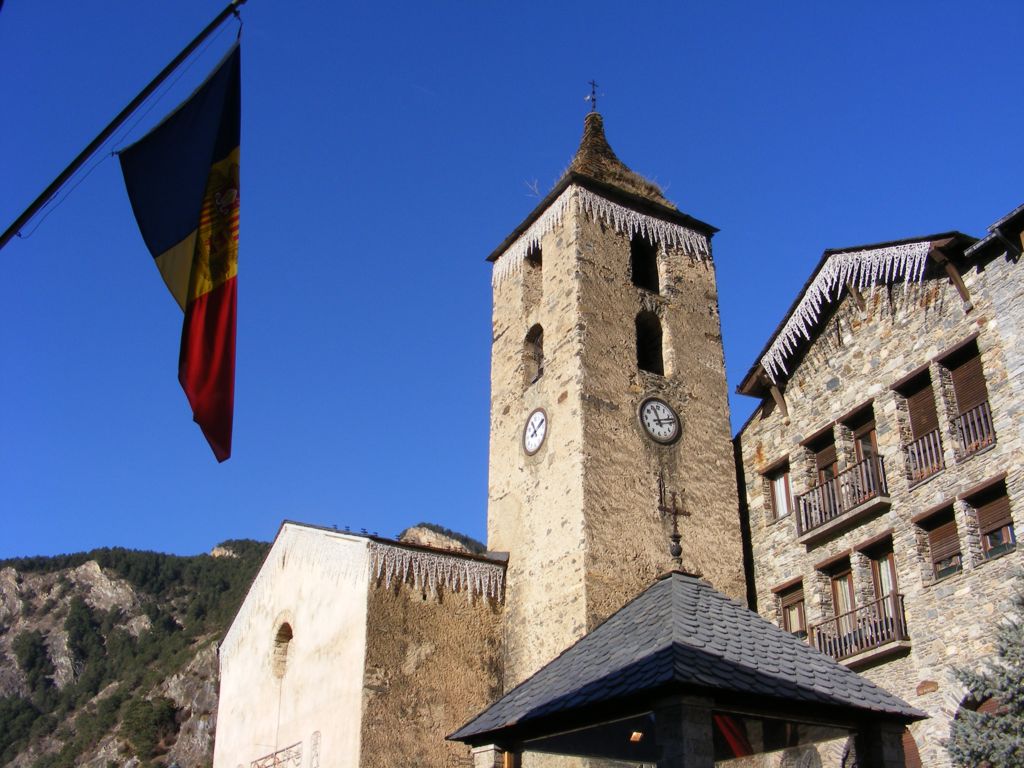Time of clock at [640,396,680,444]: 11:12
